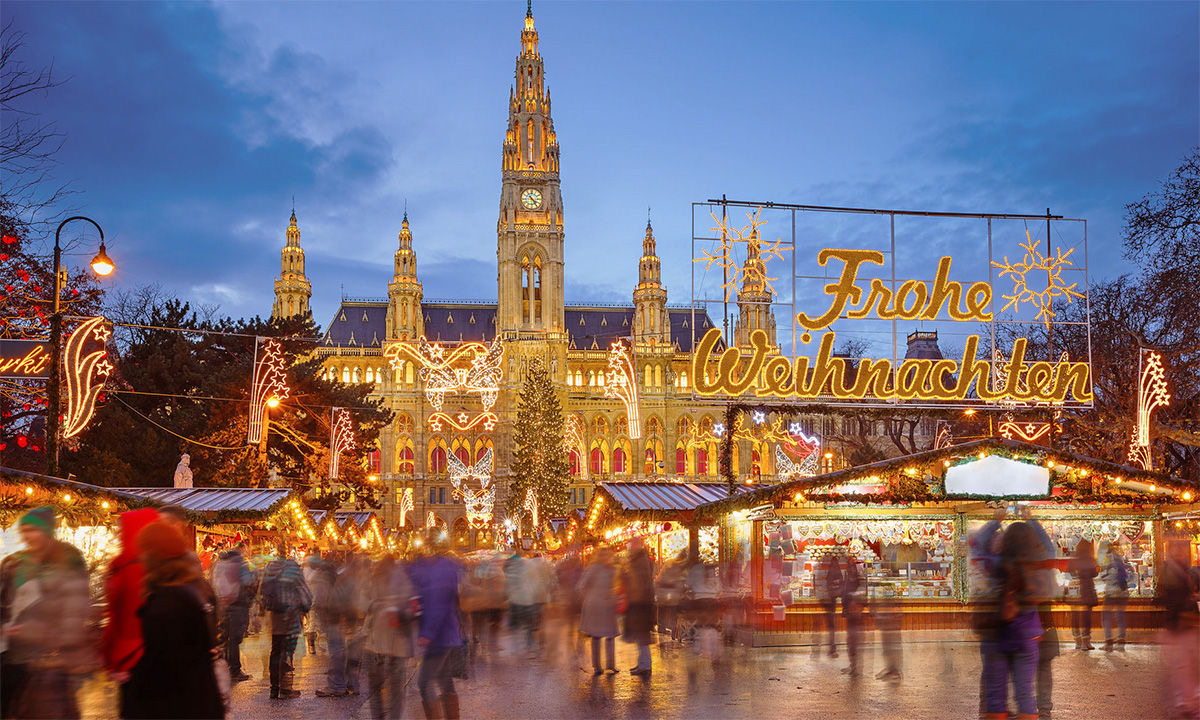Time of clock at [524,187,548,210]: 4:23
